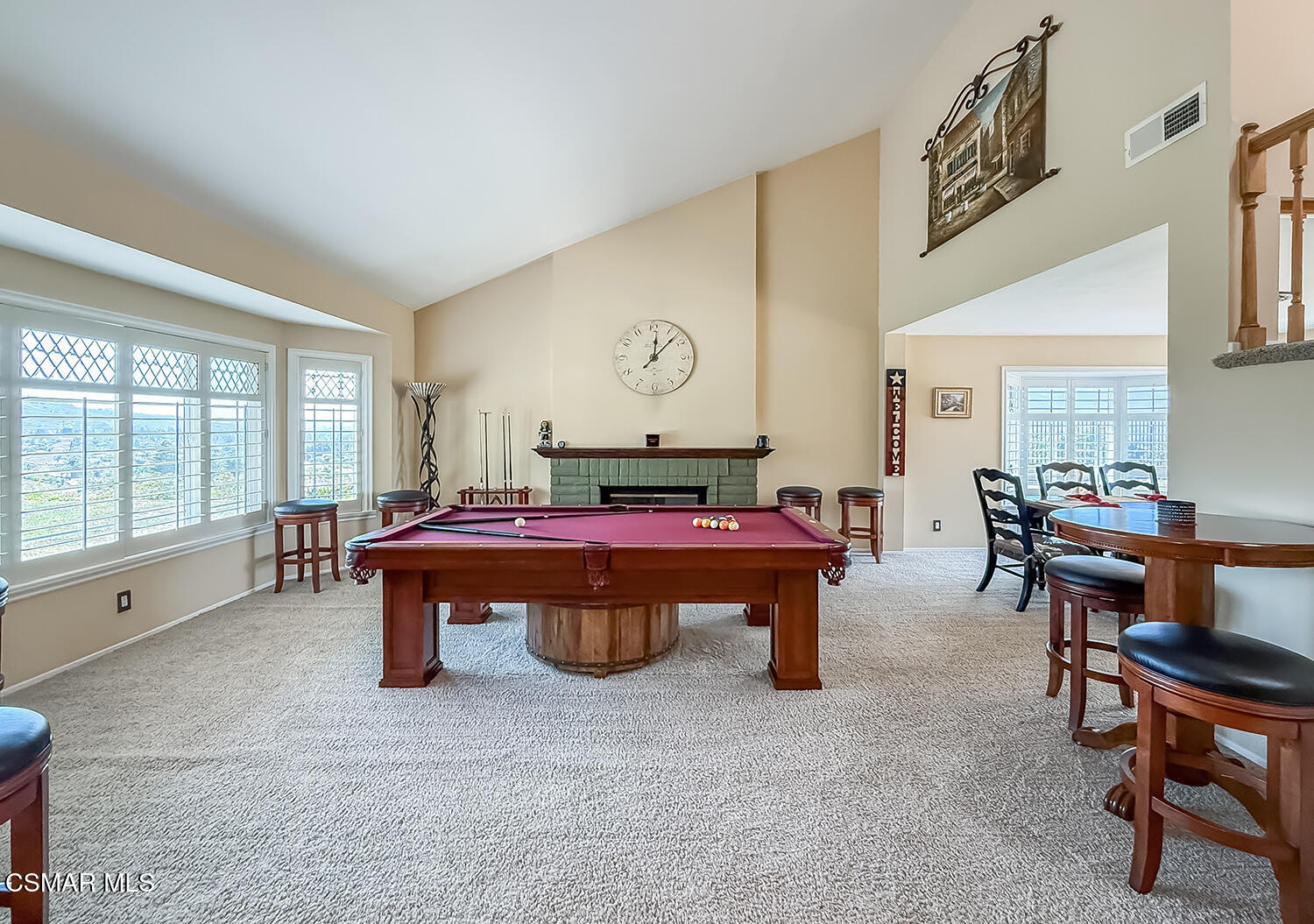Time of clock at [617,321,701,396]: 12:07
